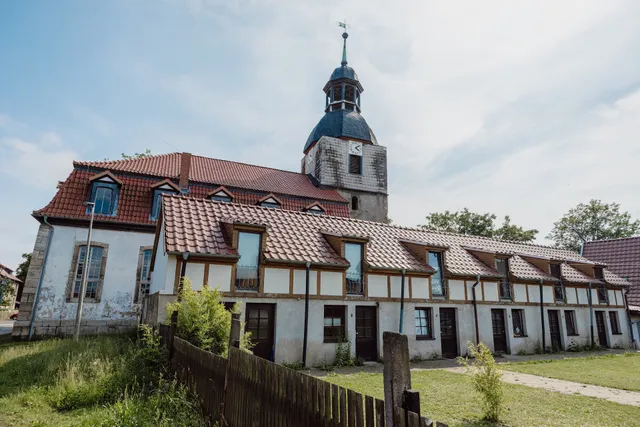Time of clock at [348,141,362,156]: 4:08
